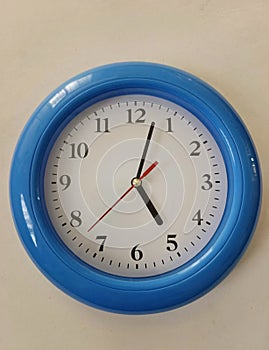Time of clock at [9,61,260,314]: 5:02
